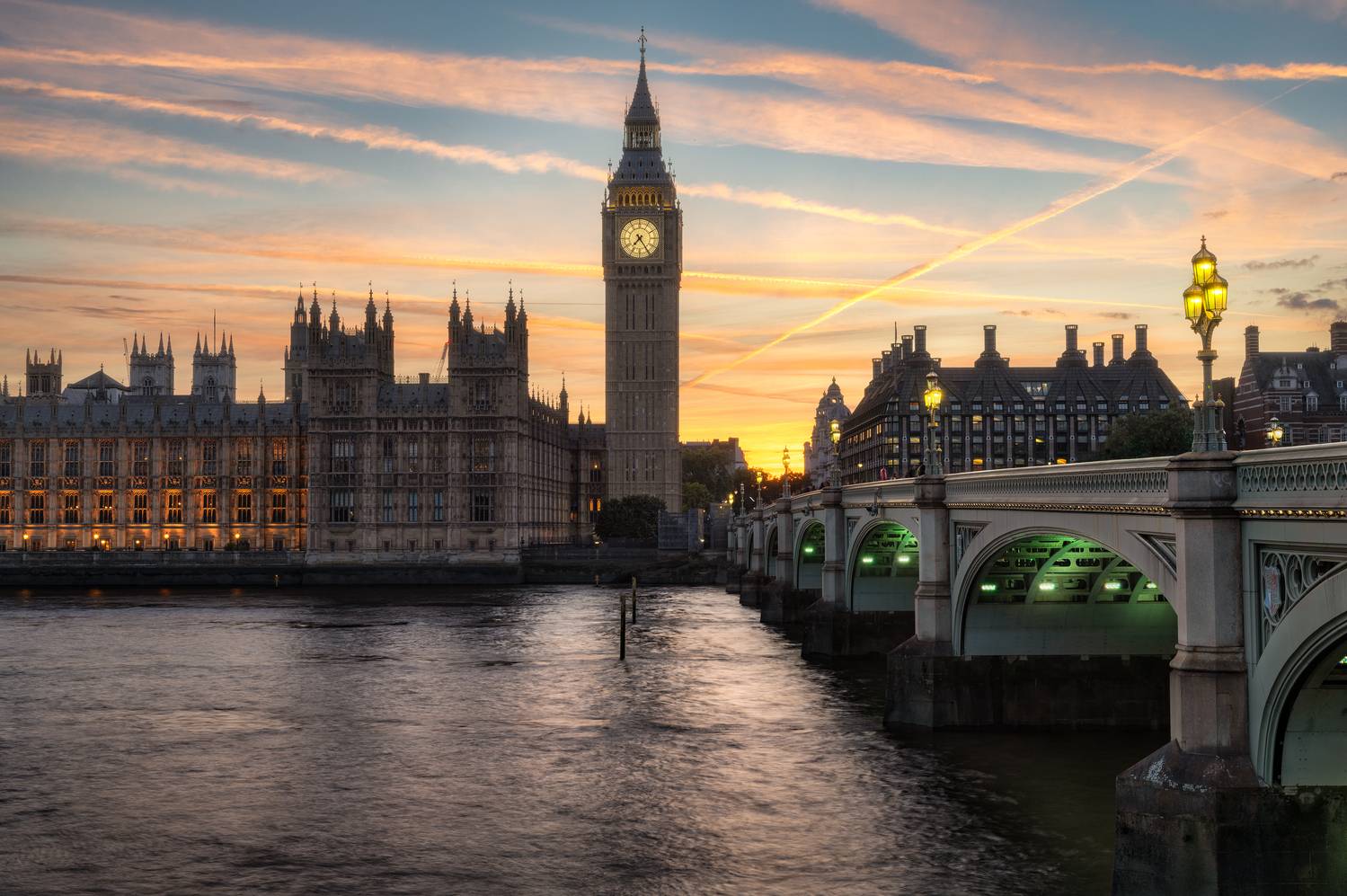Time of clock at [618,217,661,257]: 7:24
